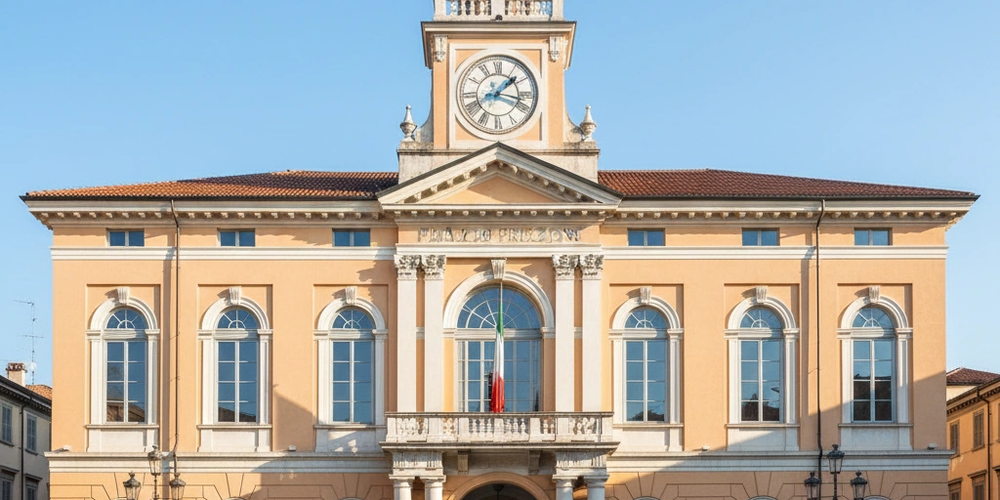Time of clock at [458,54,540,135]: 1:18
